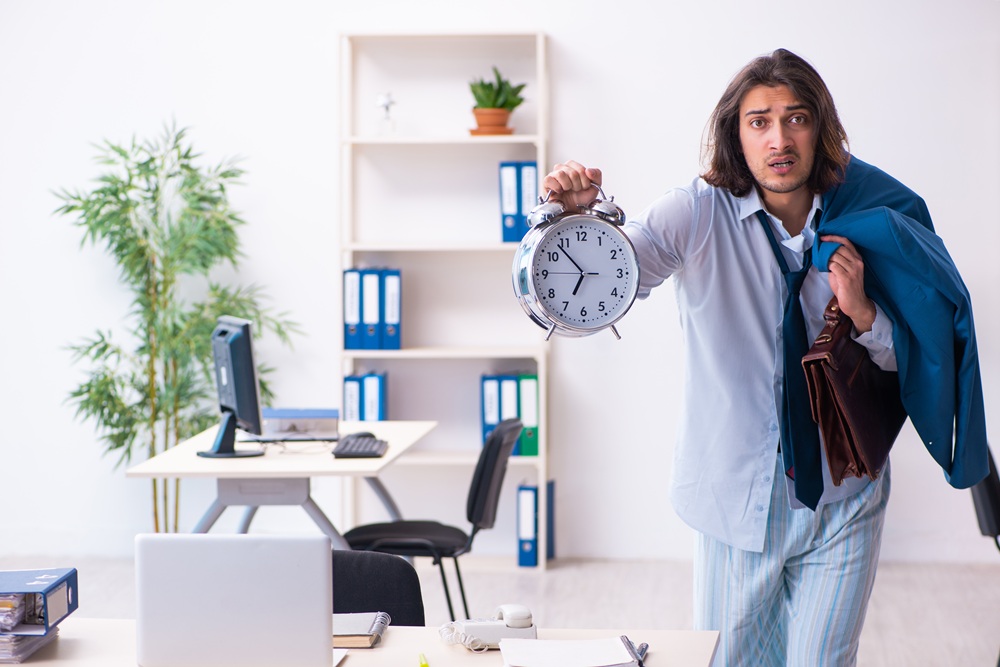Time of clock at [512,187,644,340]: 6:53
